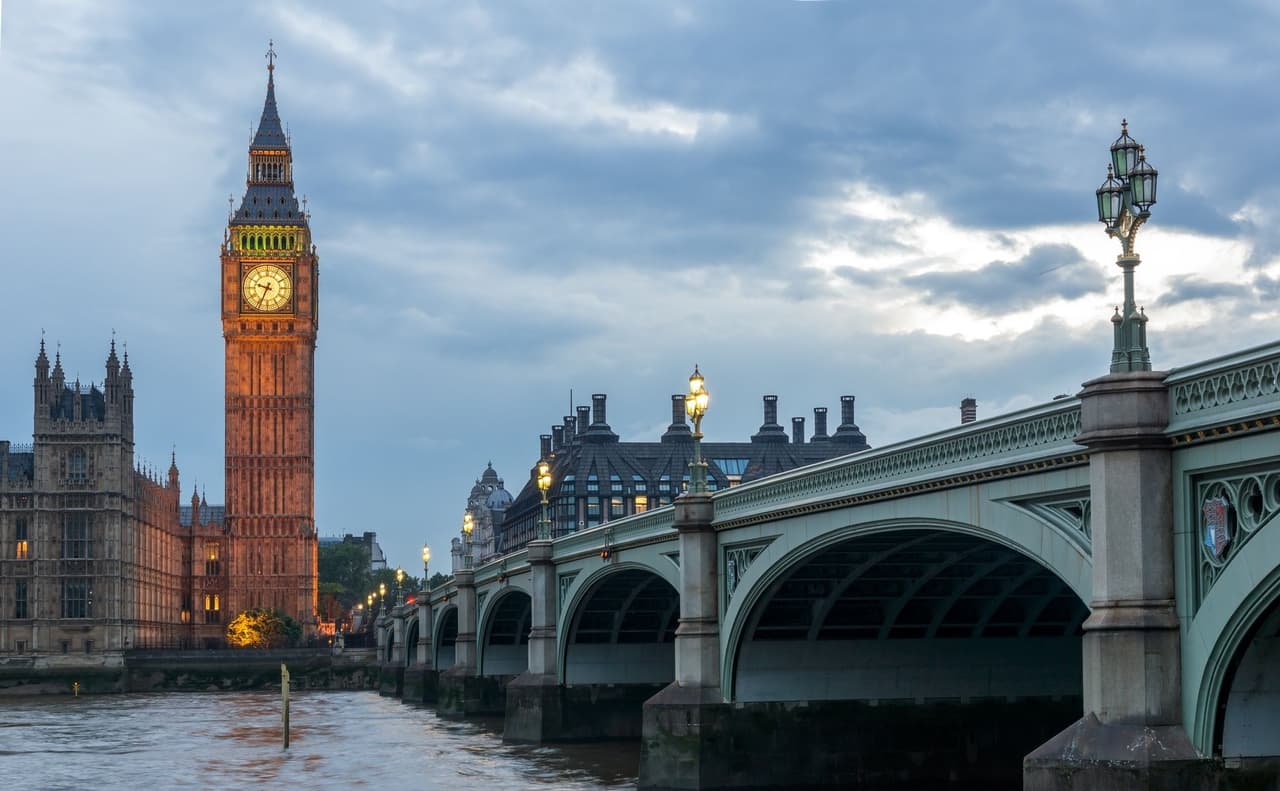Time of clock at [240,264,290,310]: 9:34
